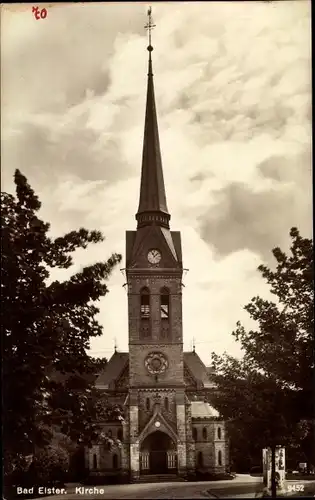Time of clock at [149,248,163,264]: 11:07
